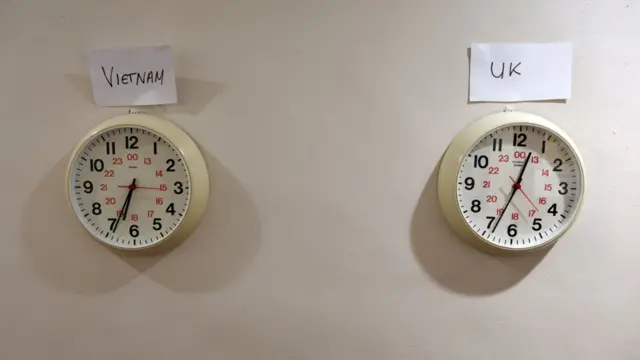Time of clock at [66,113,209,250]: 6:34
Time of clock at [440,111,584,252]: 12:33
